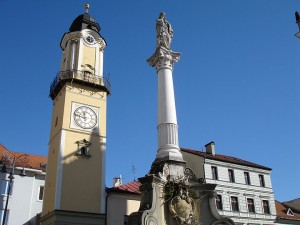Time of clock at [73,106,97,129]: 11:46
